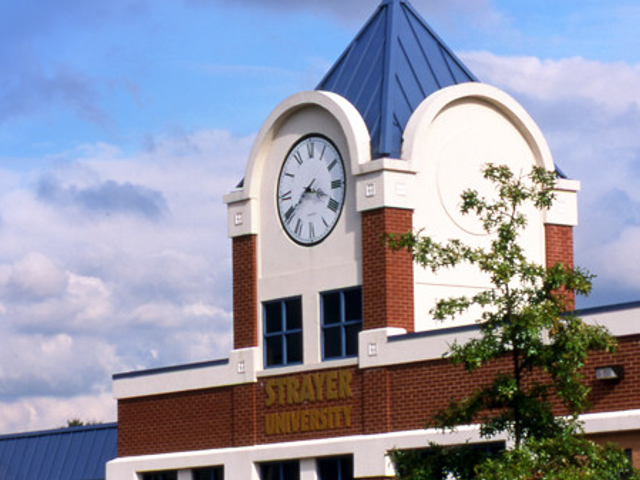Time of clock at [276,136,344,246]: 3:40
